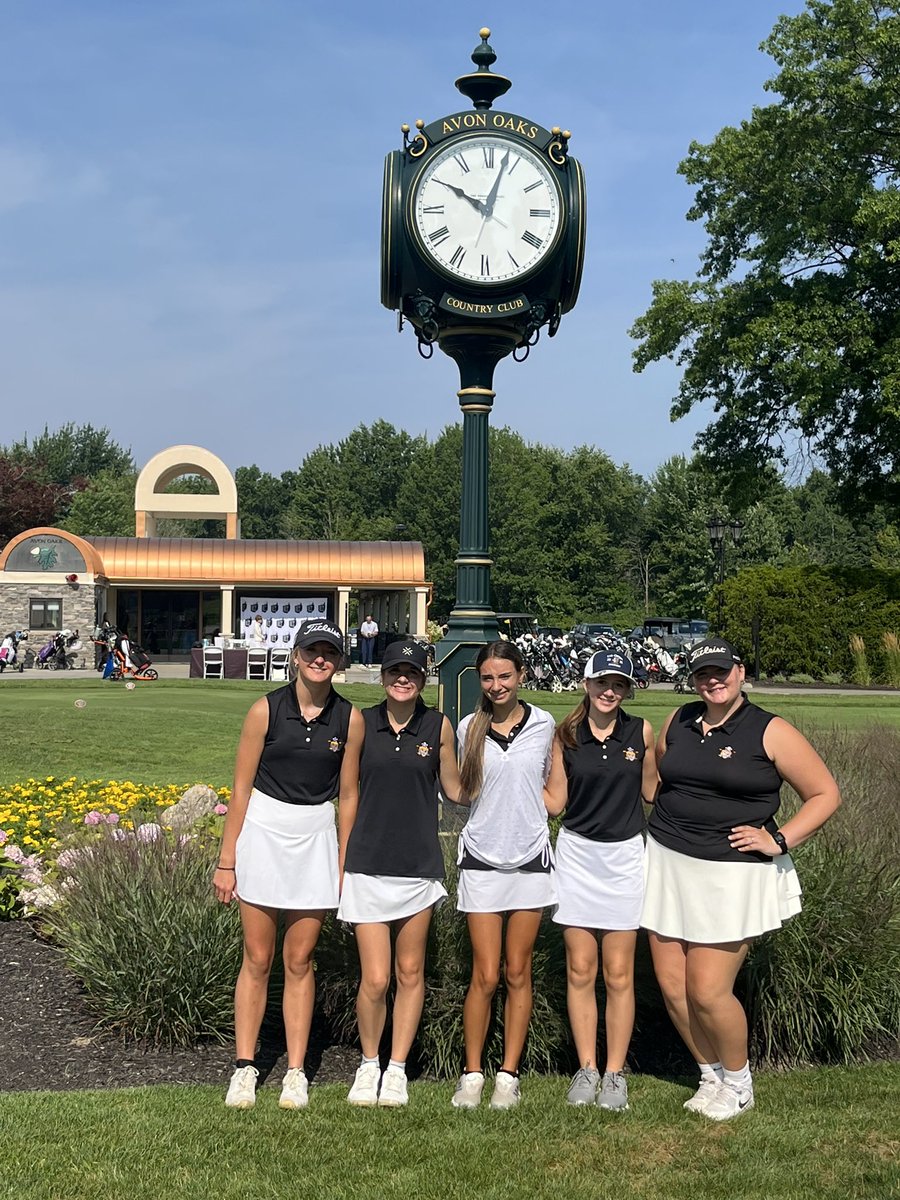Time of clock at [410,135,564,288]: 10:03
